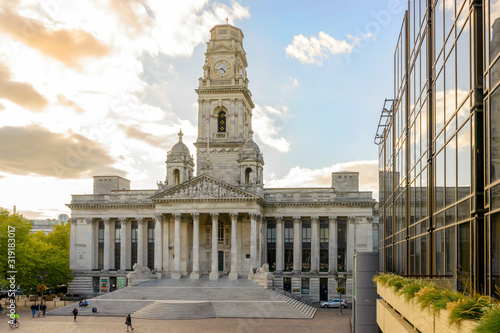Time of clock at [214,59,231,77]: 4:42
